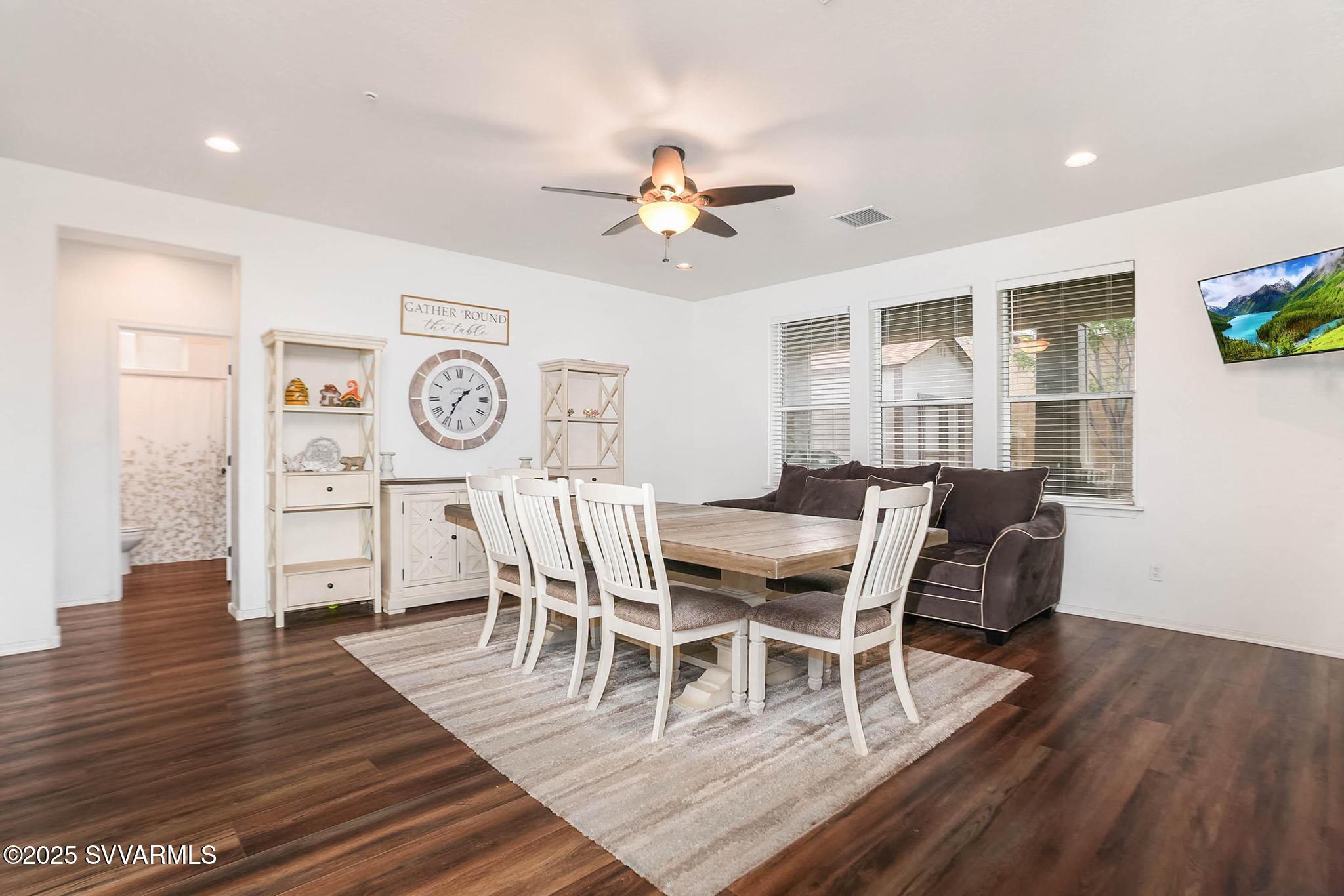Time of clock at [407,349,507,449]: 1:35
